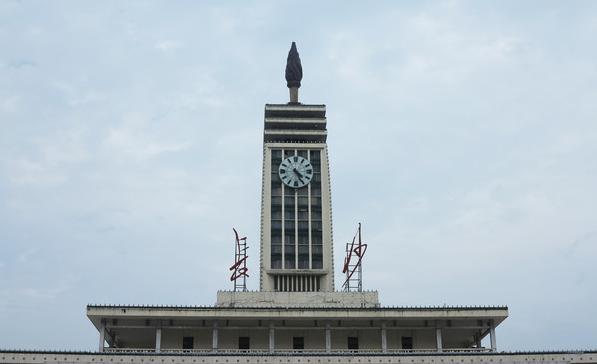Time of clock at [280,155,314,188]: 4:26
